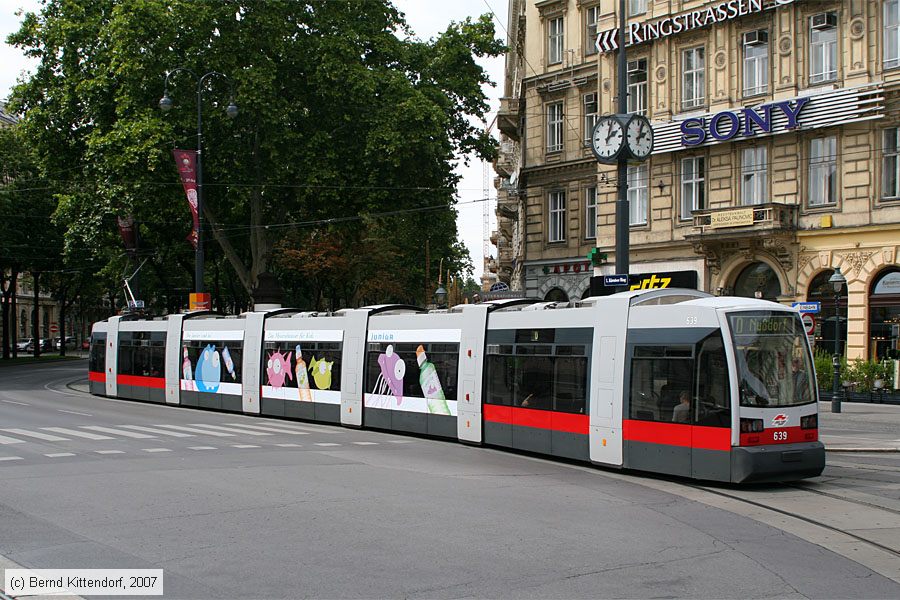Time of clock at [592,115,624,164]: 2:02
